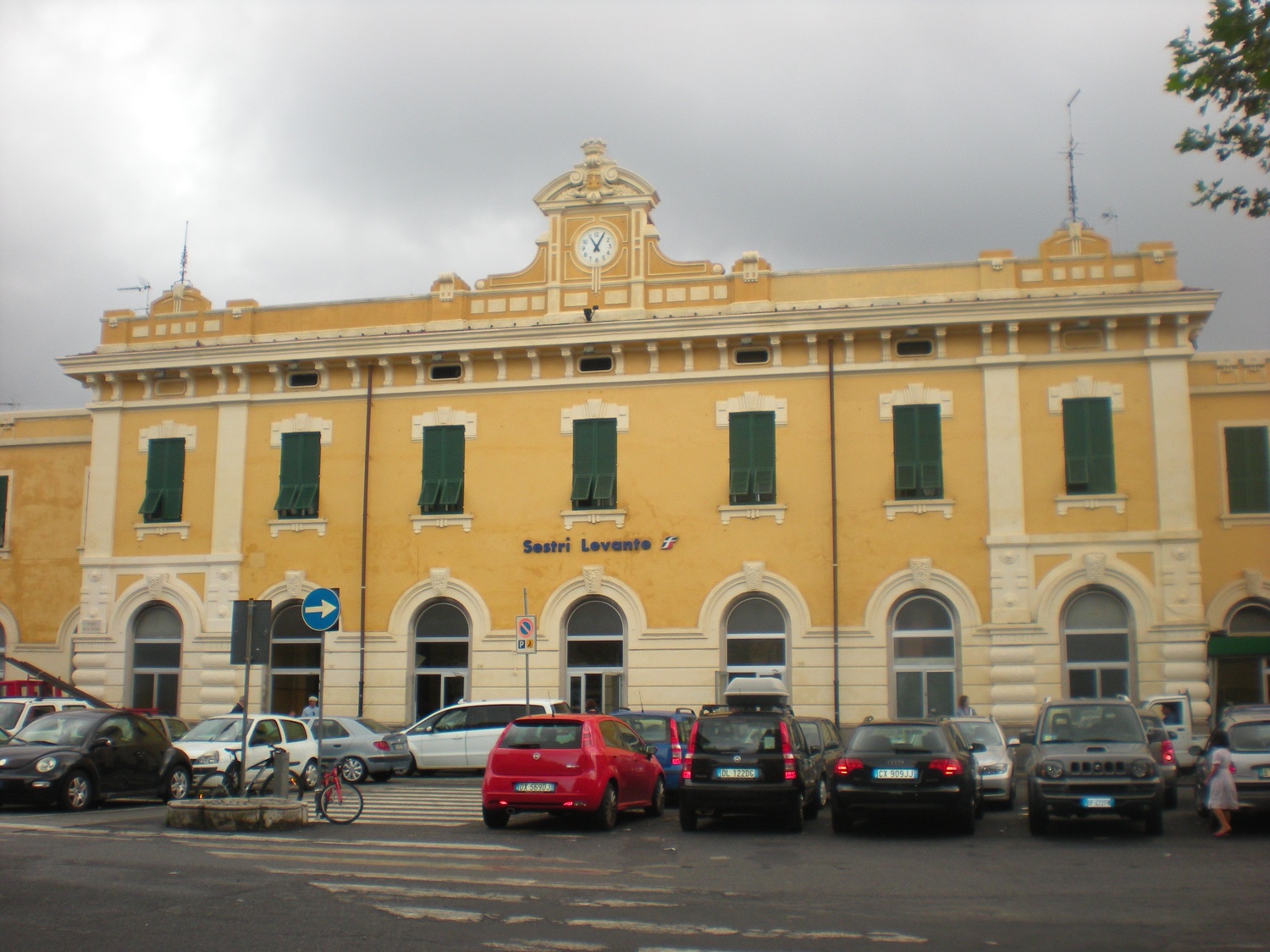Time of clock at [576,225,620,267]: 11:04
